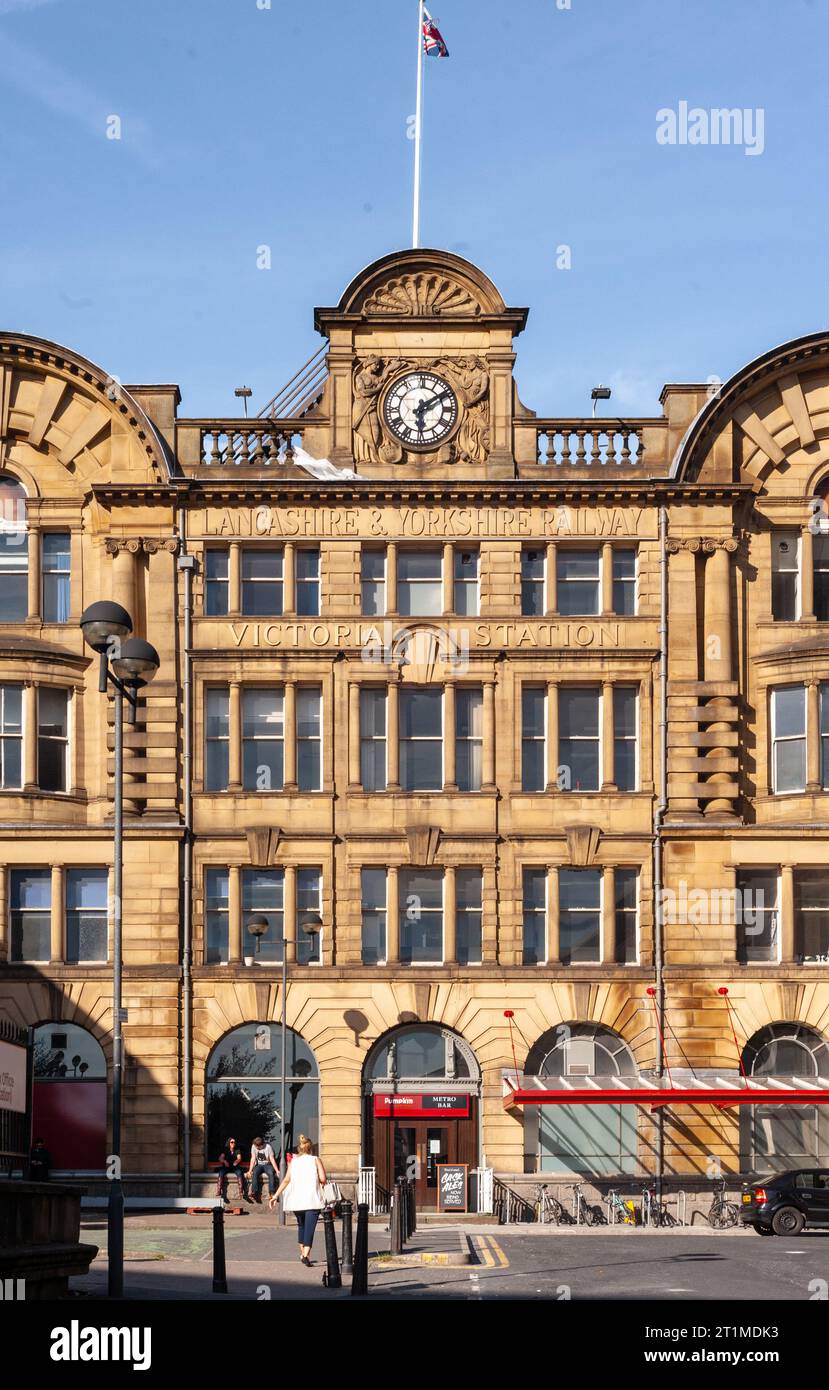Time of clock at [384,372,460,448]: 6:09
